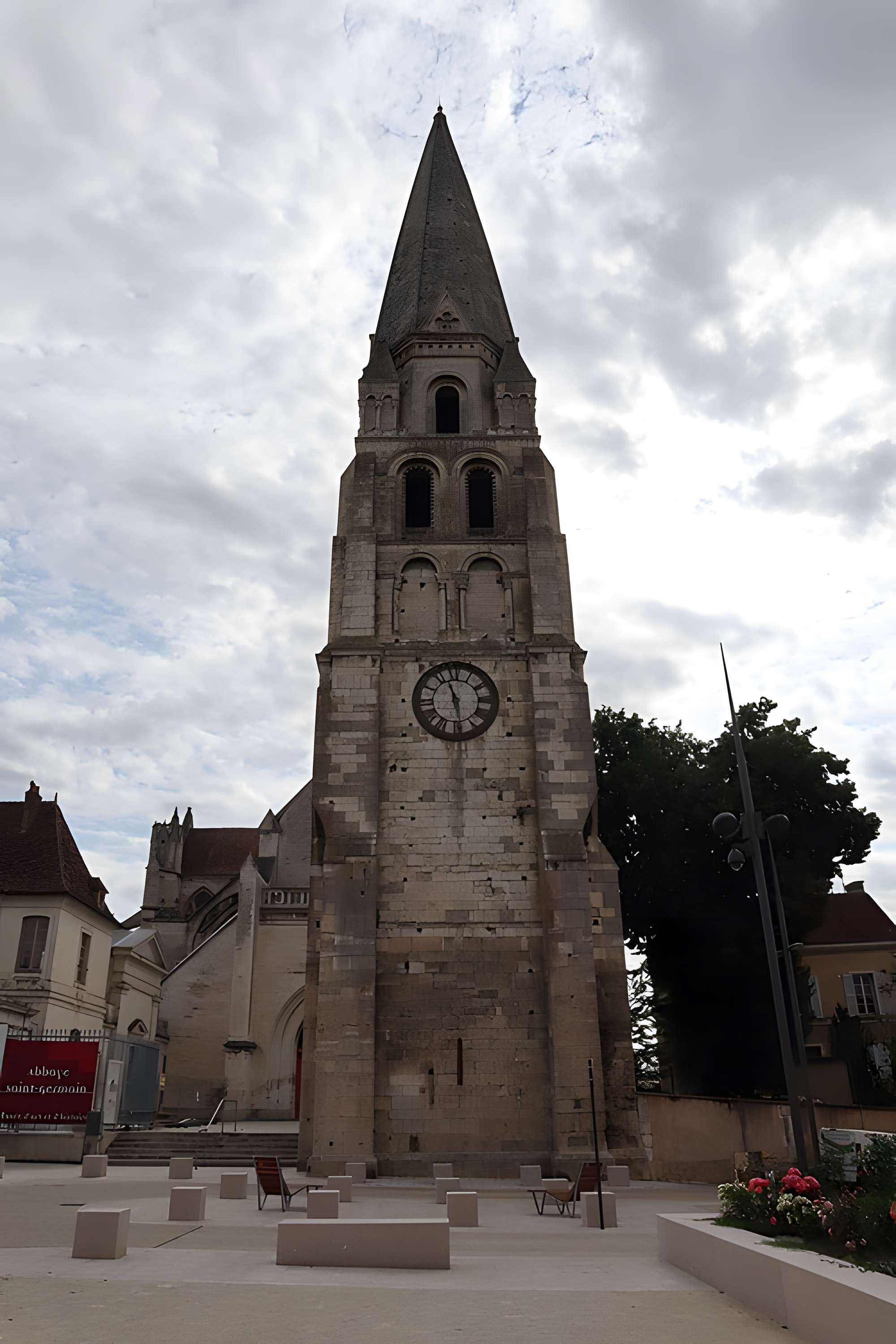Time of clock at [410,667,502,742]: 11:28
